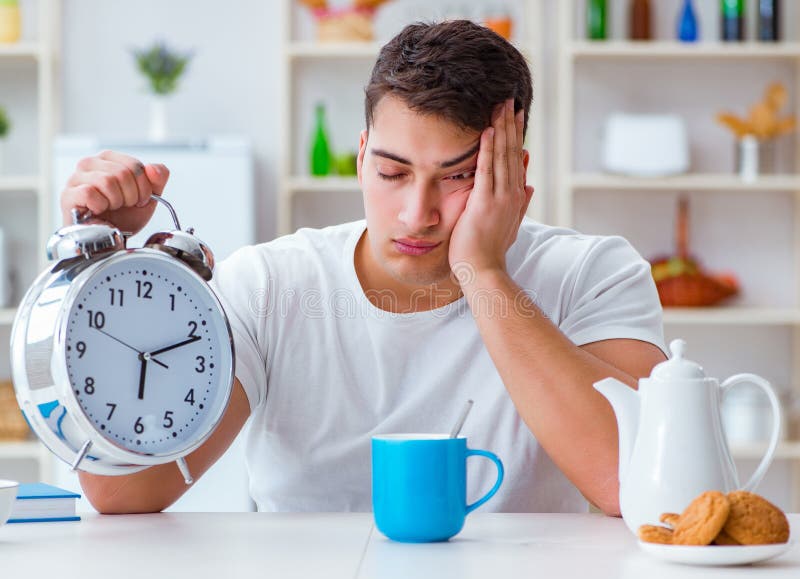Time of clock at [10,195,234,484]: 6:11
